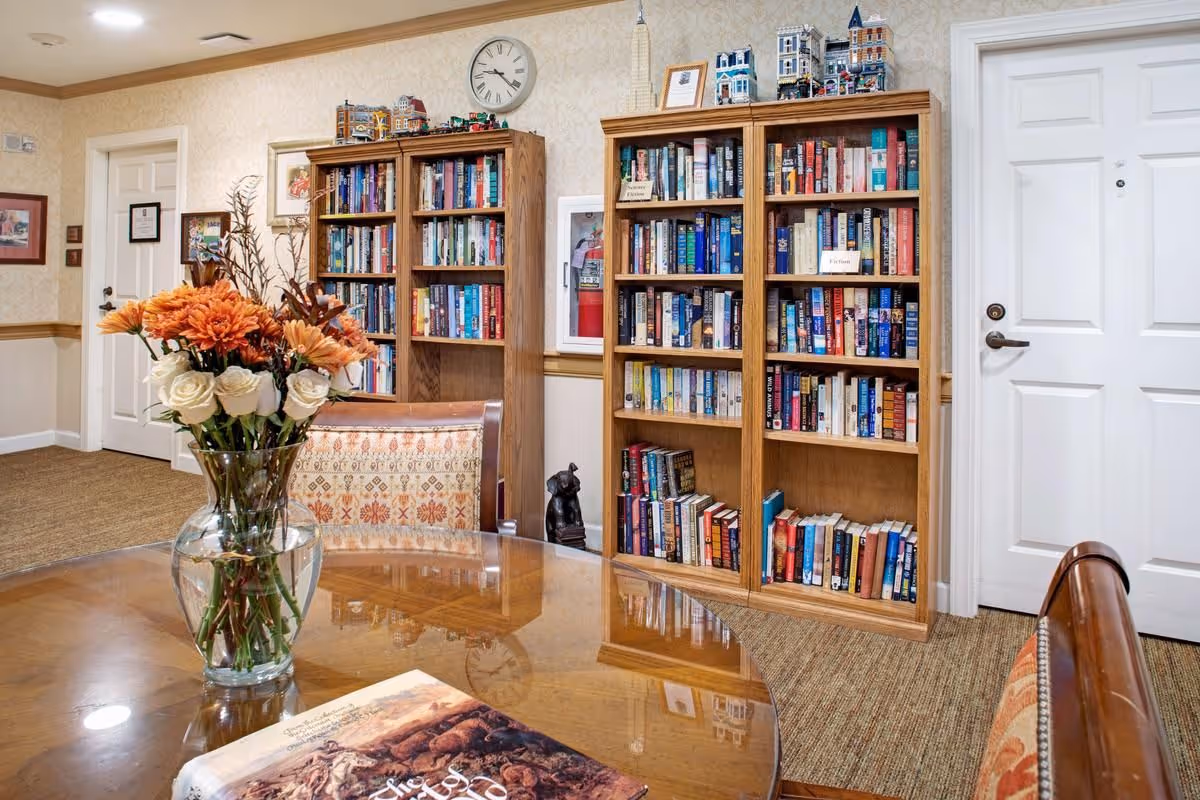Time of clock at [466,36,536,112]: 9:21
